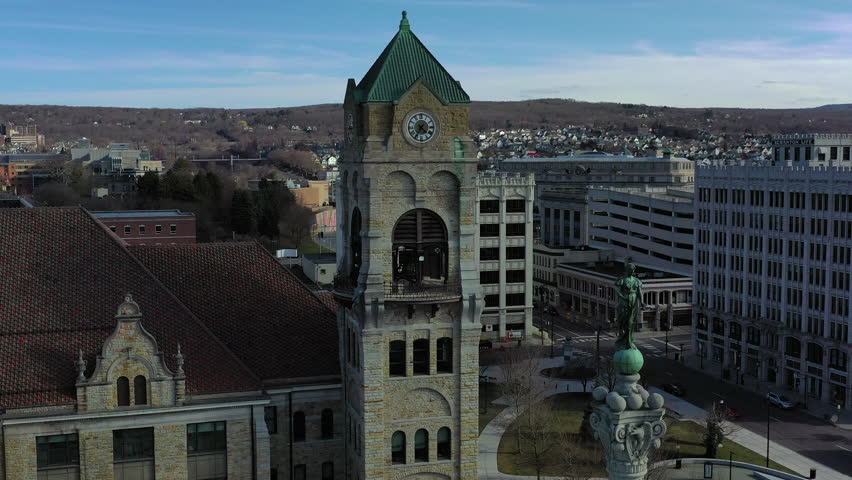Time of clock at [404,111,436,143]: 4:35
